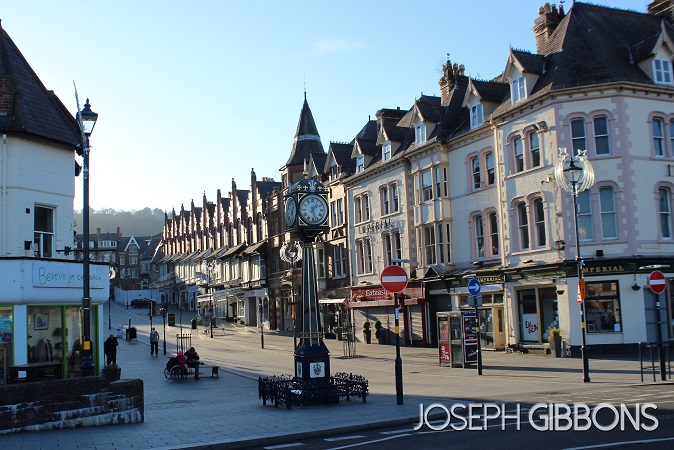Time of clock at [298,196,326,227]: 1:26
